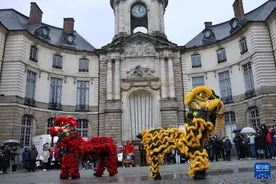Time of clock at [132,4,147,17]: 5:02
